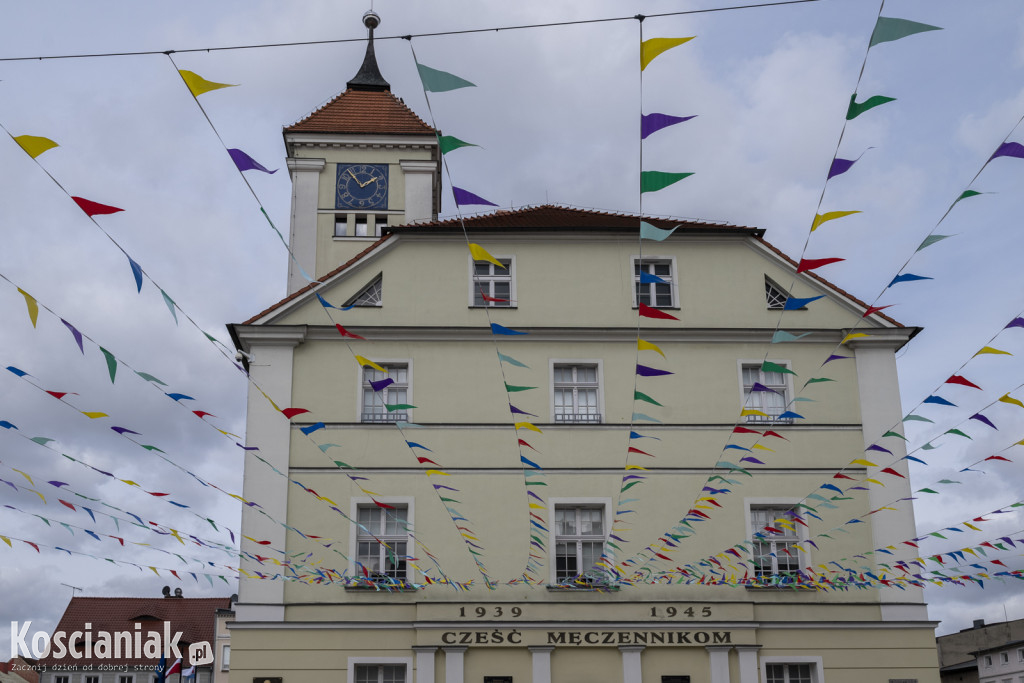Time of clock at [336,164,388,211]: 1:53
